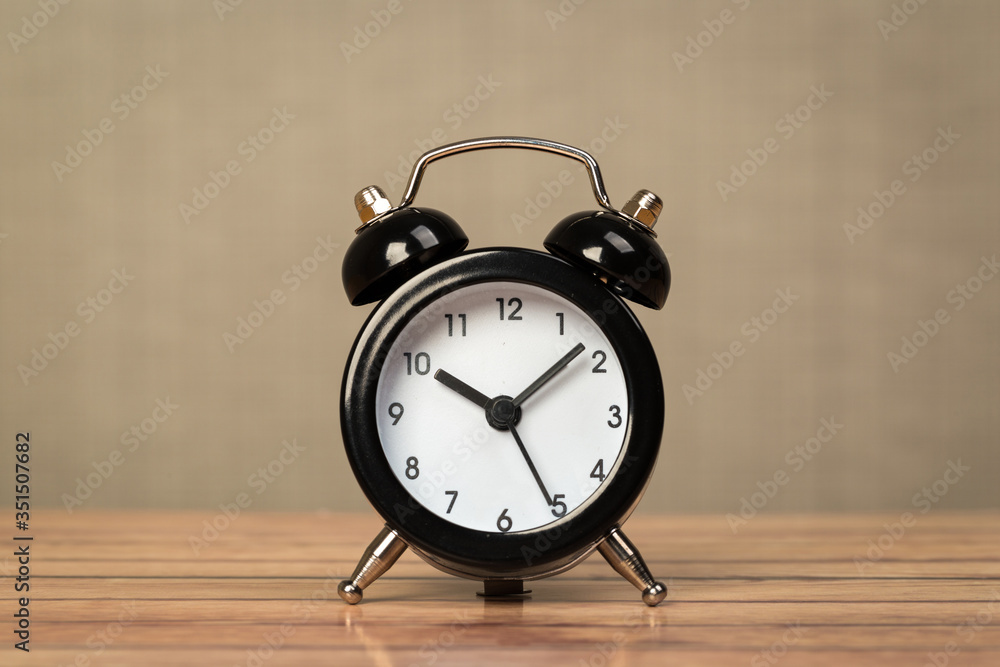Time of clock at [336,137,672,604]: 10:08
